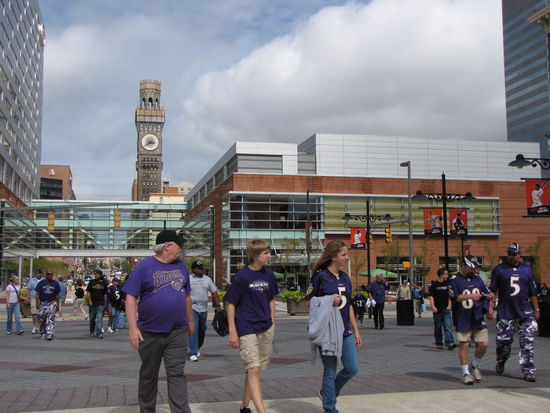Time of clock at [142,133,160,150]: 3:39
